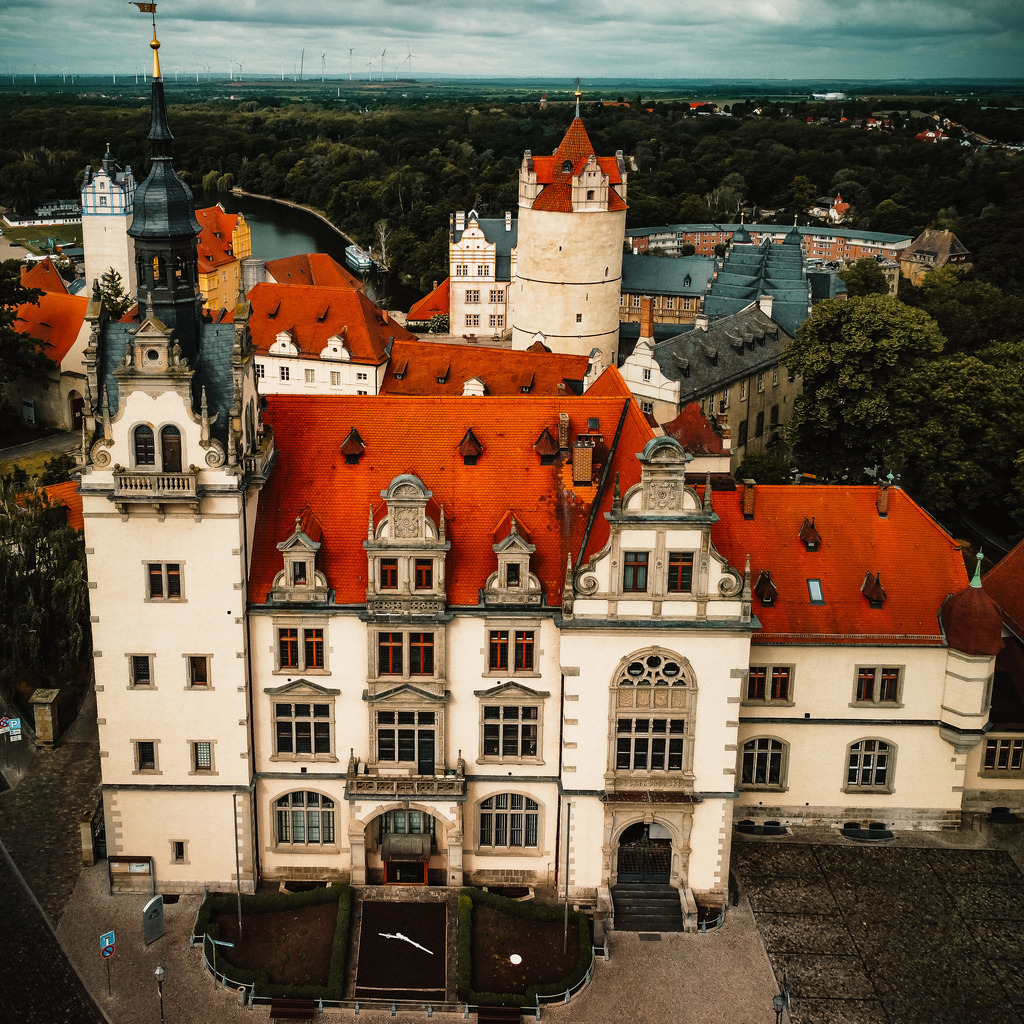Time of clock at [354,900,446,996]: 9:18
